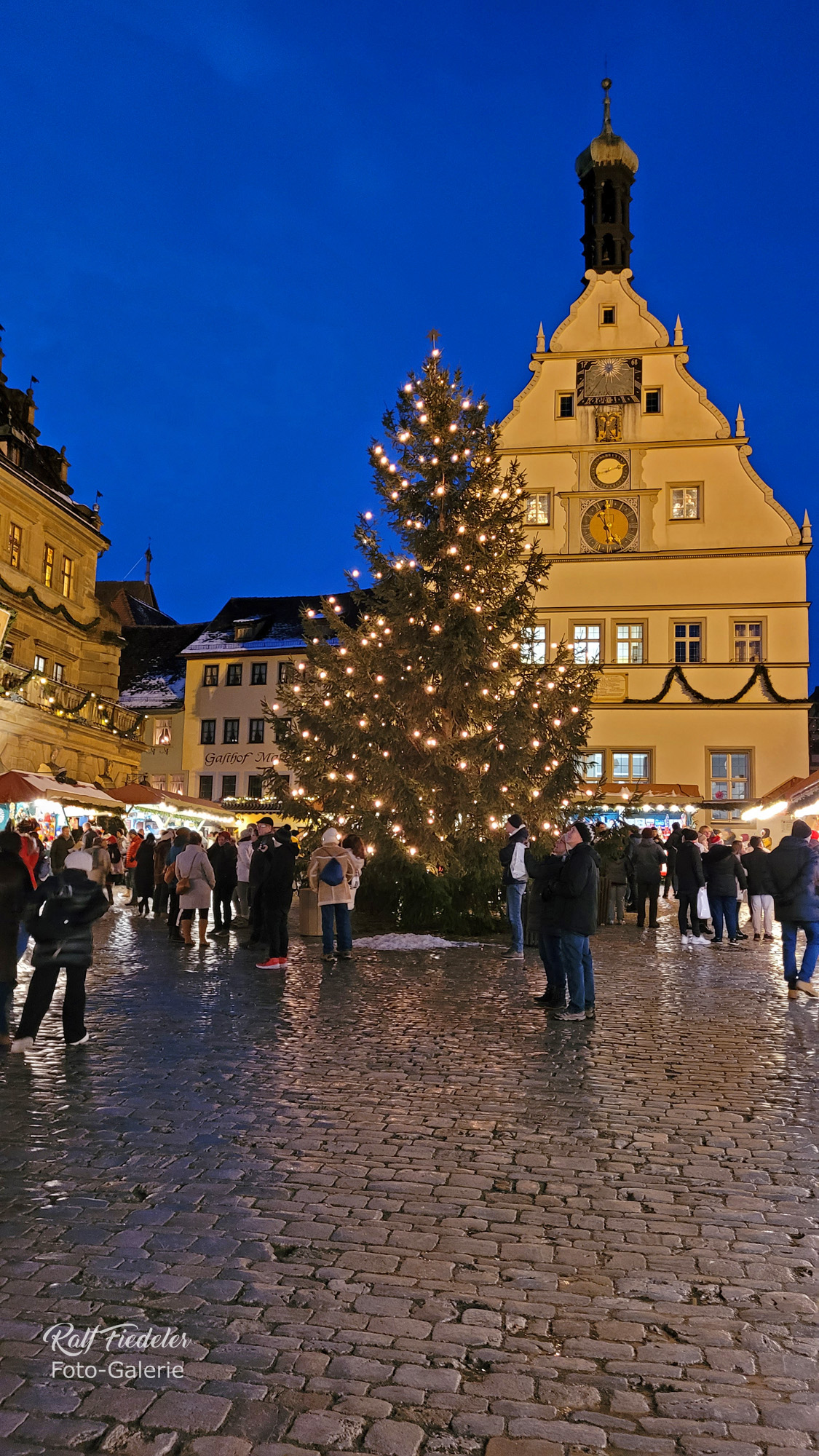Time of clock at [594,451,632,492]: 8:11
